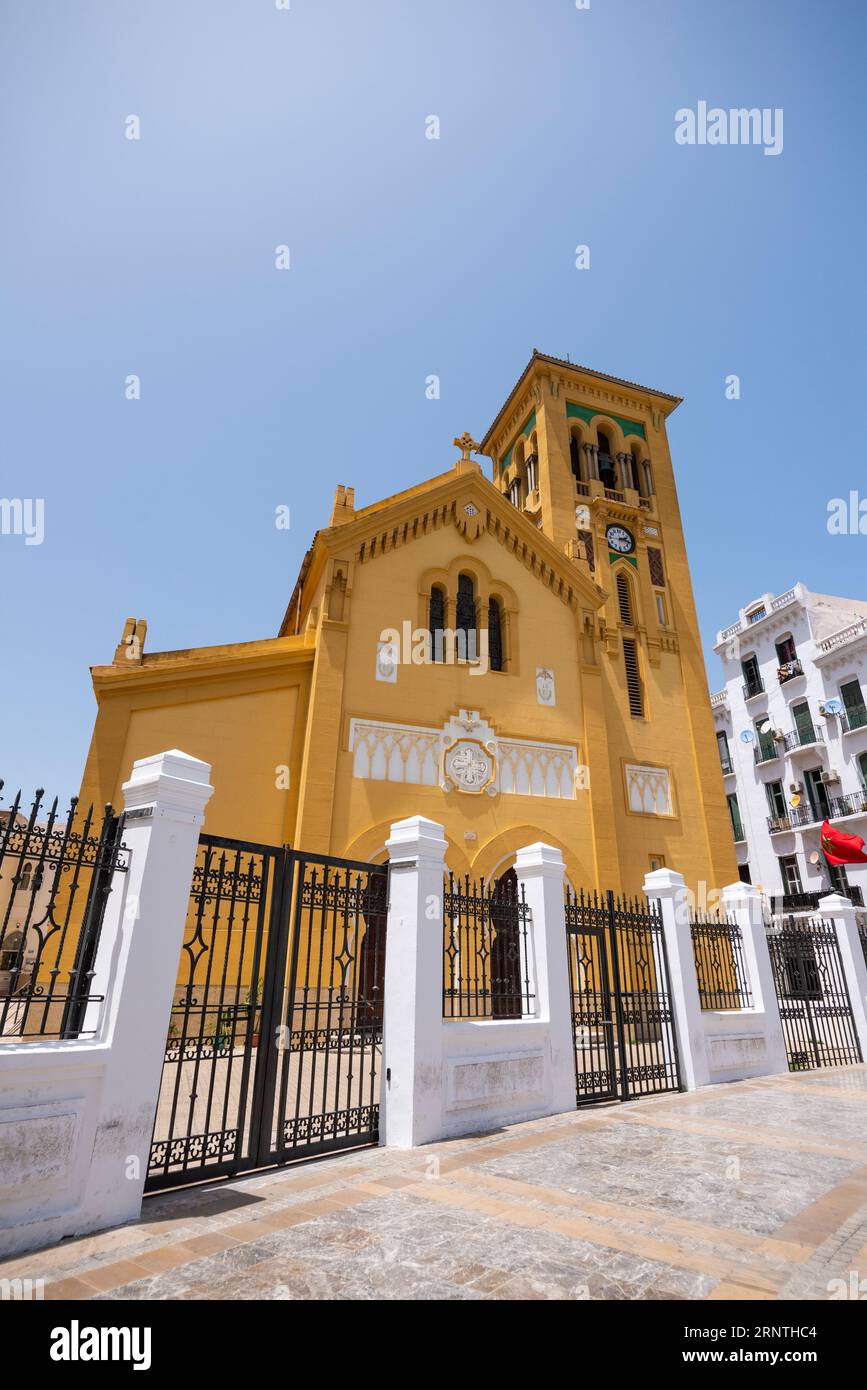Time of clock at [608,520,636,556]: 2:14
